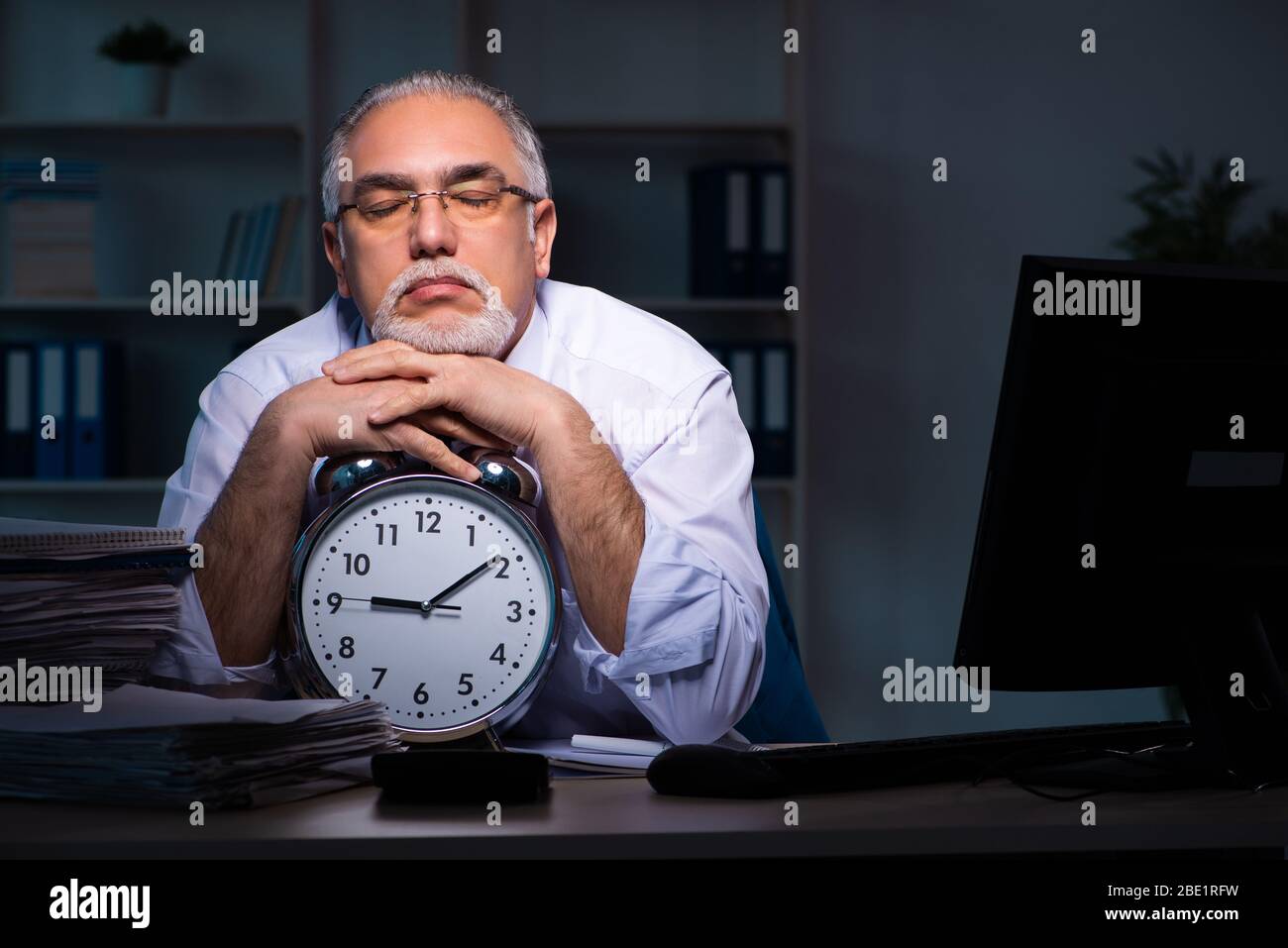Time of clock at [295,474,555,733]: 9:09
